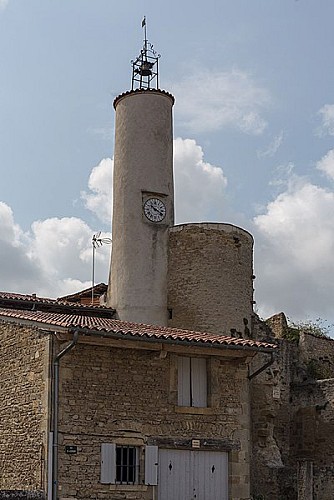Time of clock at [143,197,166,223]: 10:19
